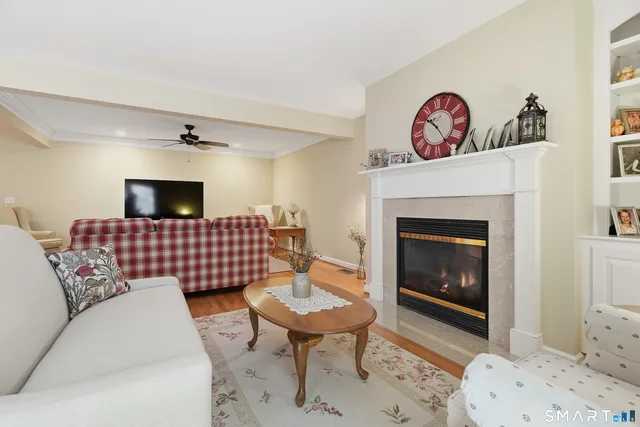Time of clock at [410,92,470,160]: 10:24
